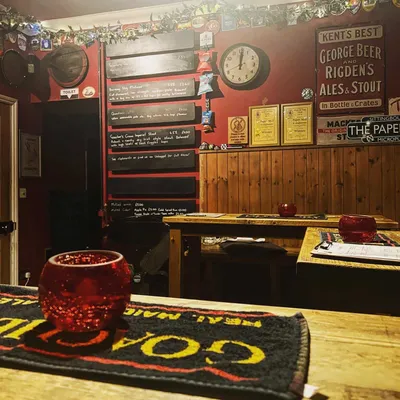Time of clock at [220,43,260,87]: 12:00
